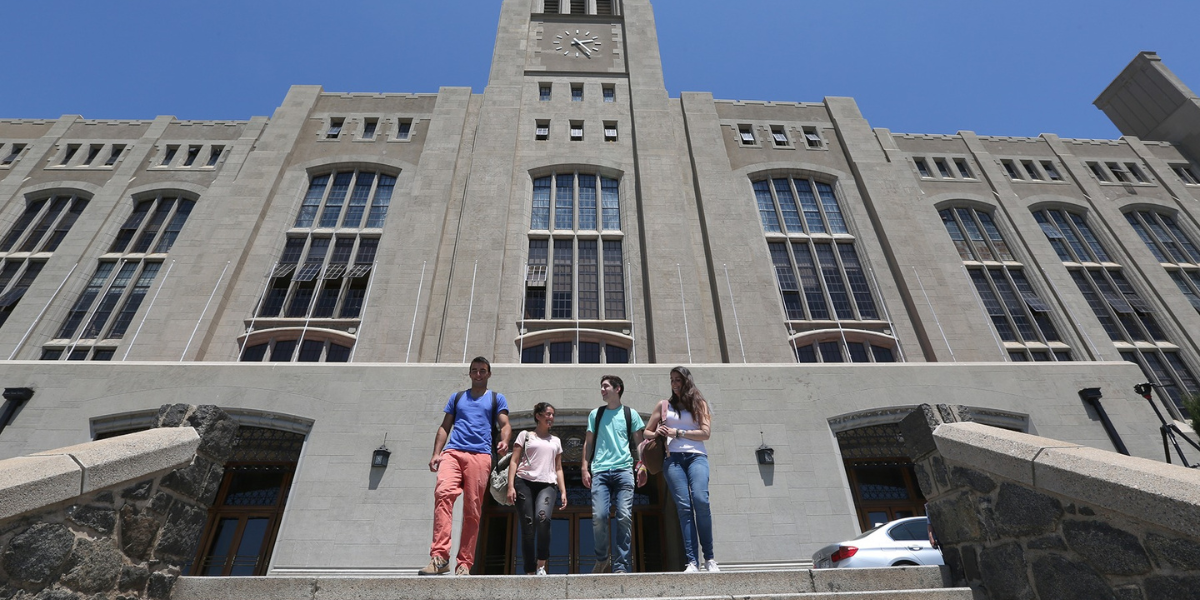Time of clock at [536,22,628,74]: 2:25
